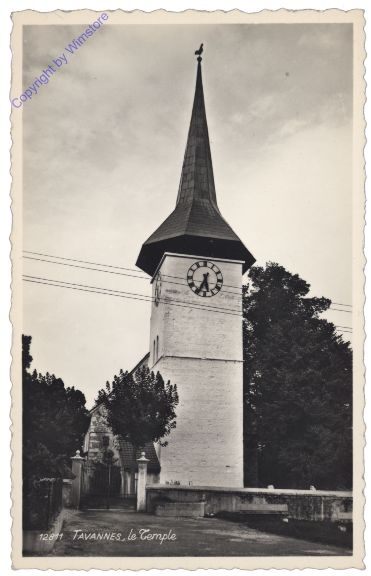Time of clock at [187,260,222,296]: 5:34
